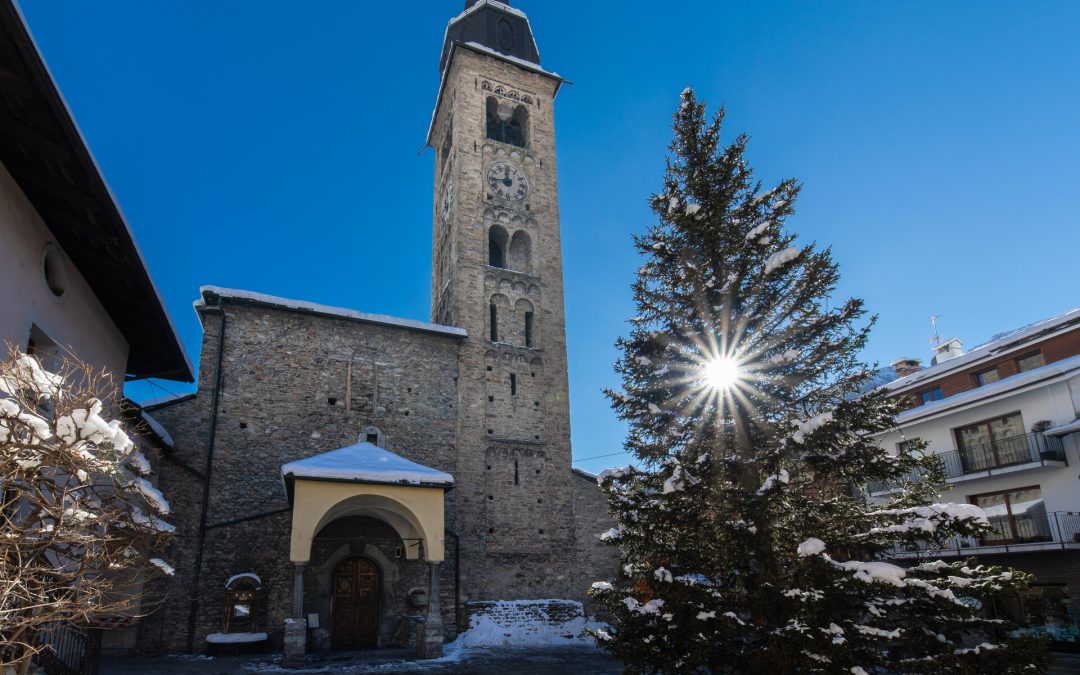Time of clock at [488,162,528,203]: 11:44
